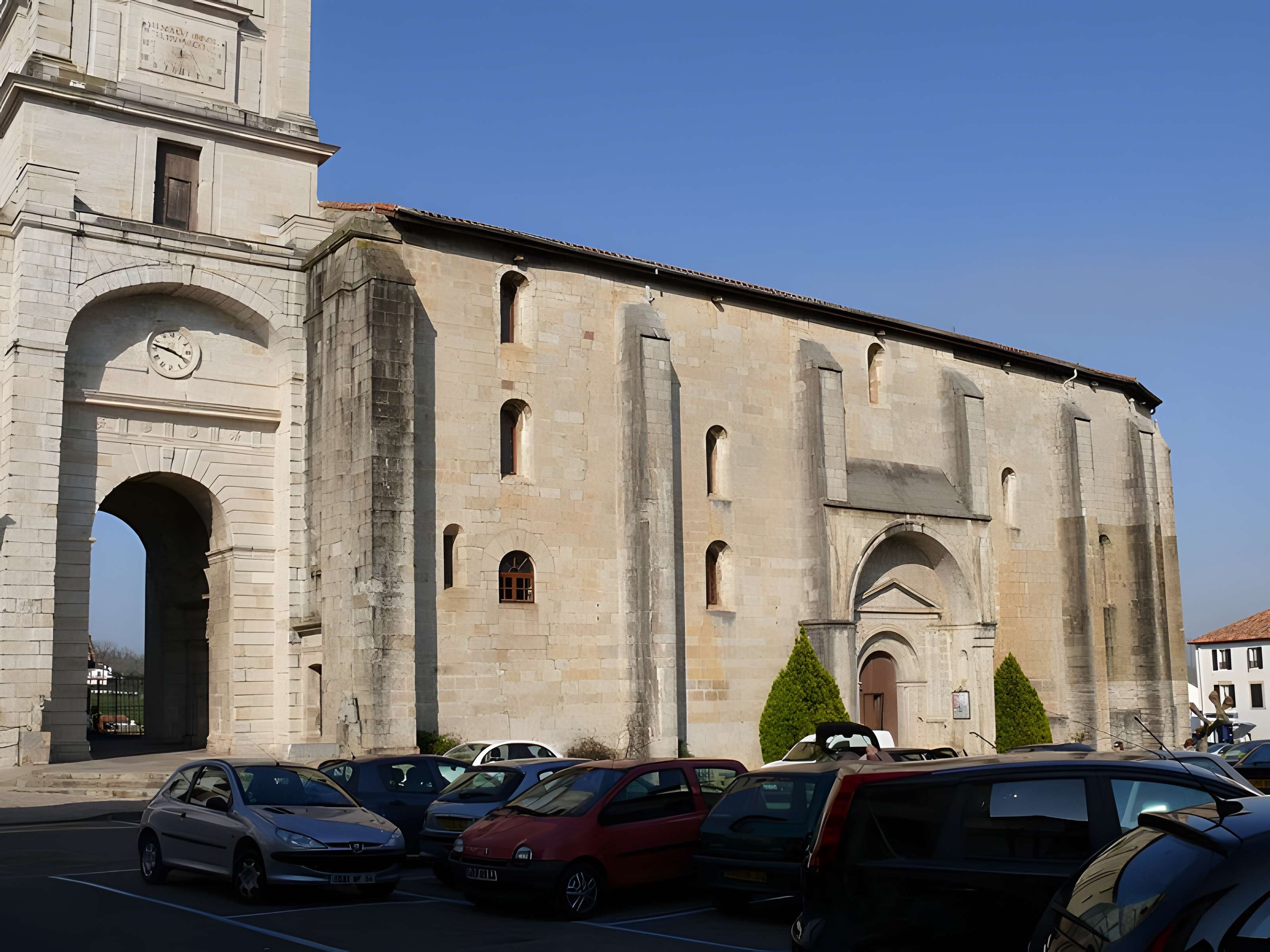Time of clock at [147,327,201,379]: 3:47
